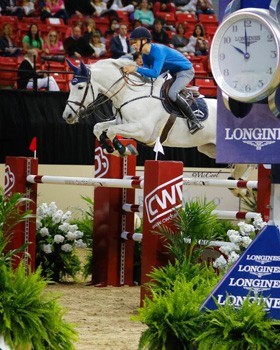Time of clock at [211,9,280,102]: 9:59
